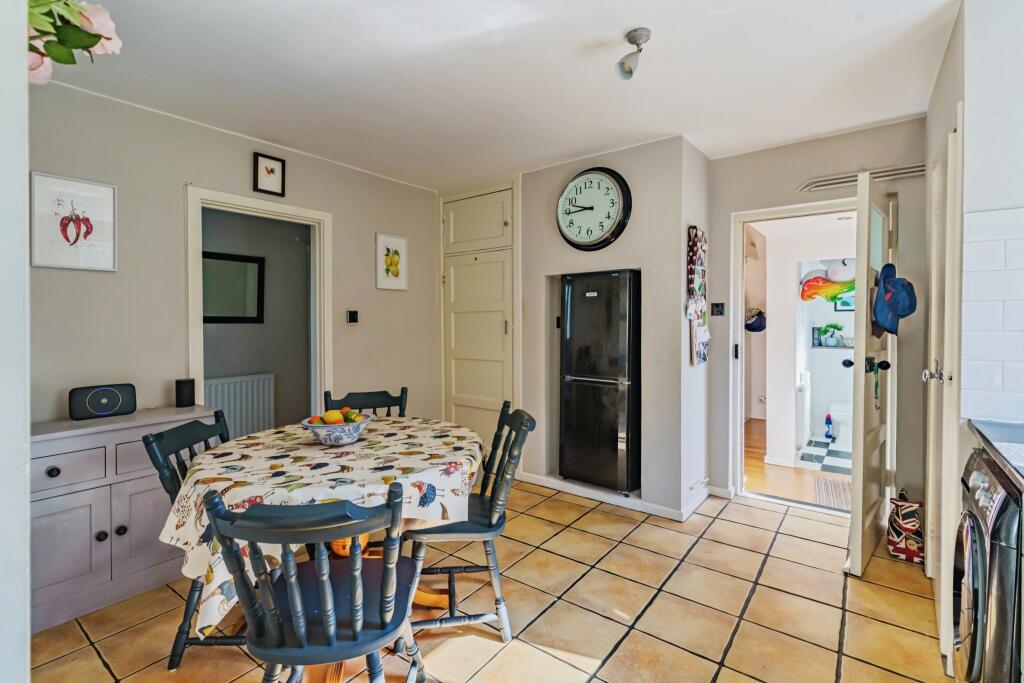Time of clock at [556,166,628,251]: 9:44
